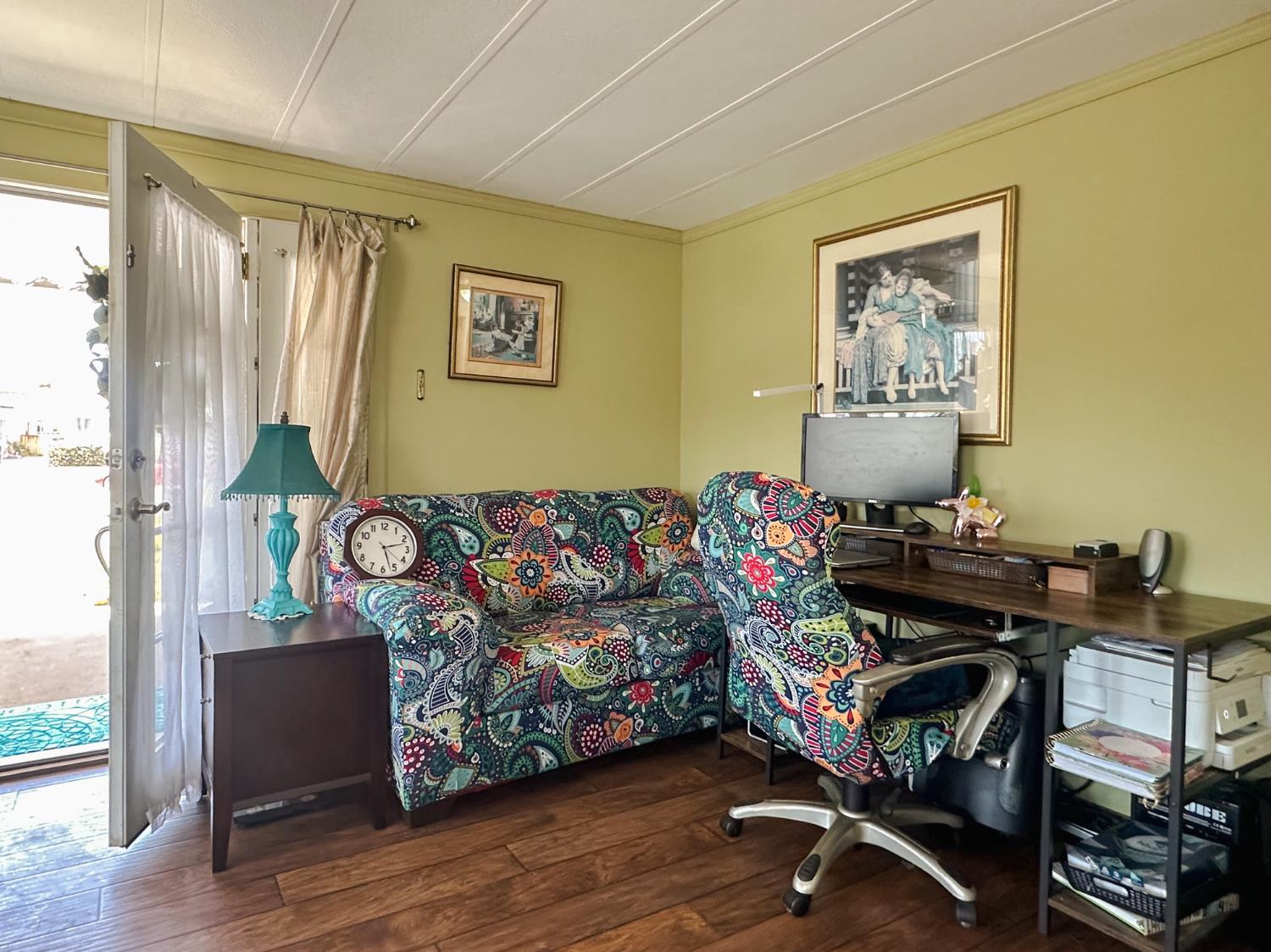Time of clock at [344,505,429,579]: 2:27
